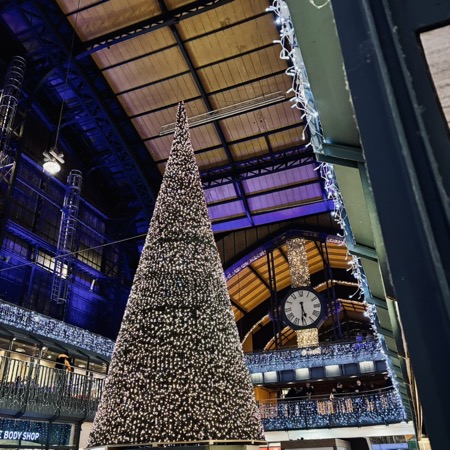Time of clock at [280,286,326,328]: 5:30
